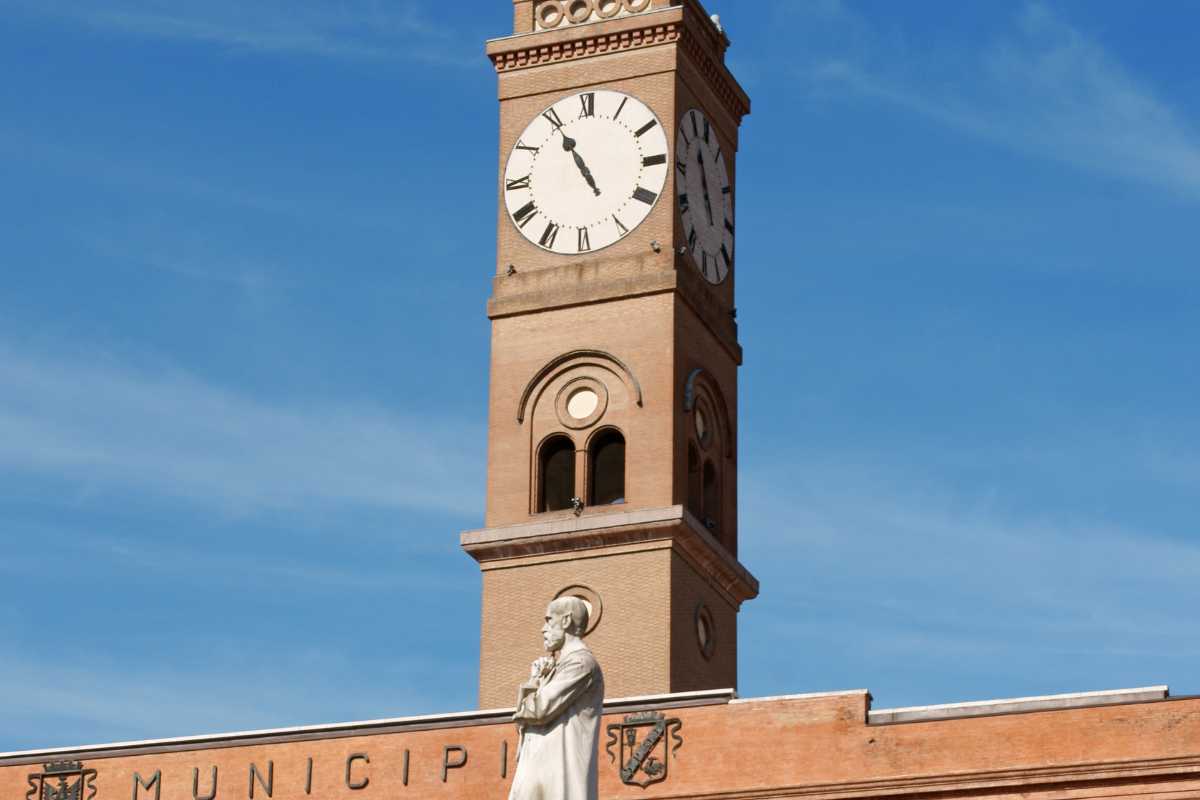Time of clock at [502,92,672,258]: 10:54
